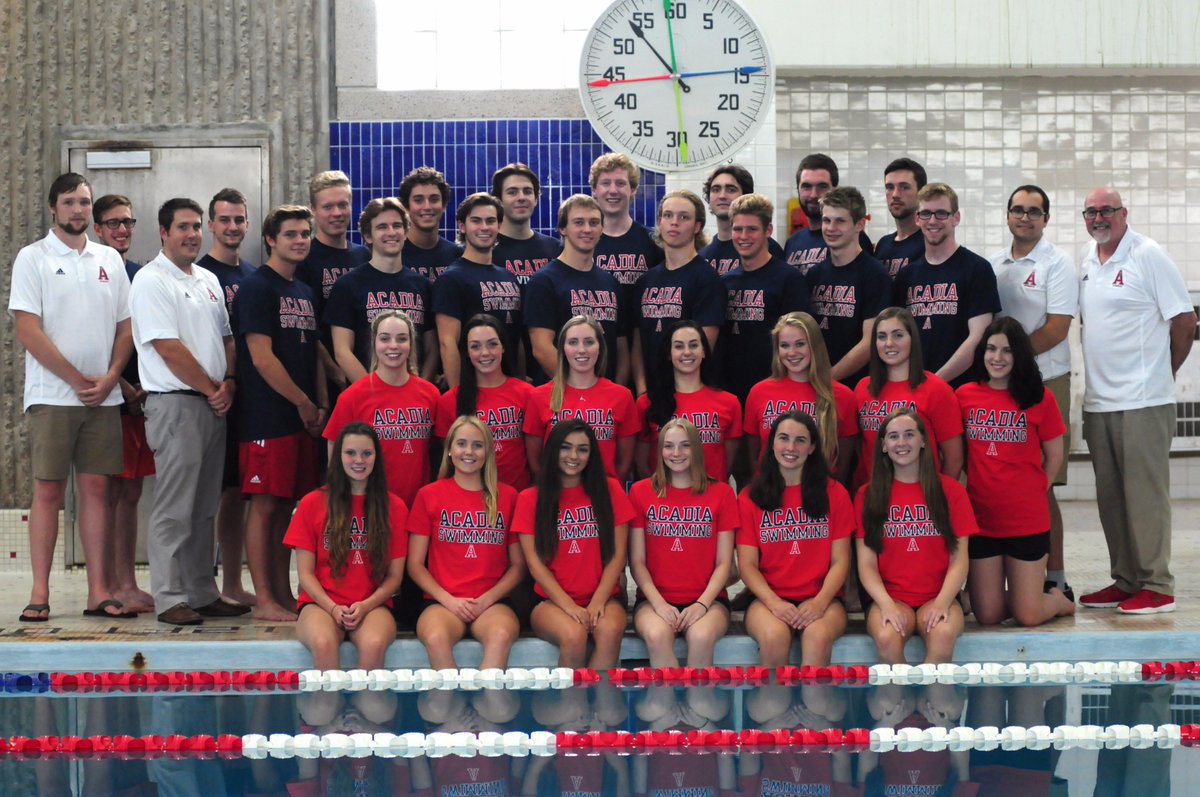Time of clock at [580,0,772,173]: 2:53
